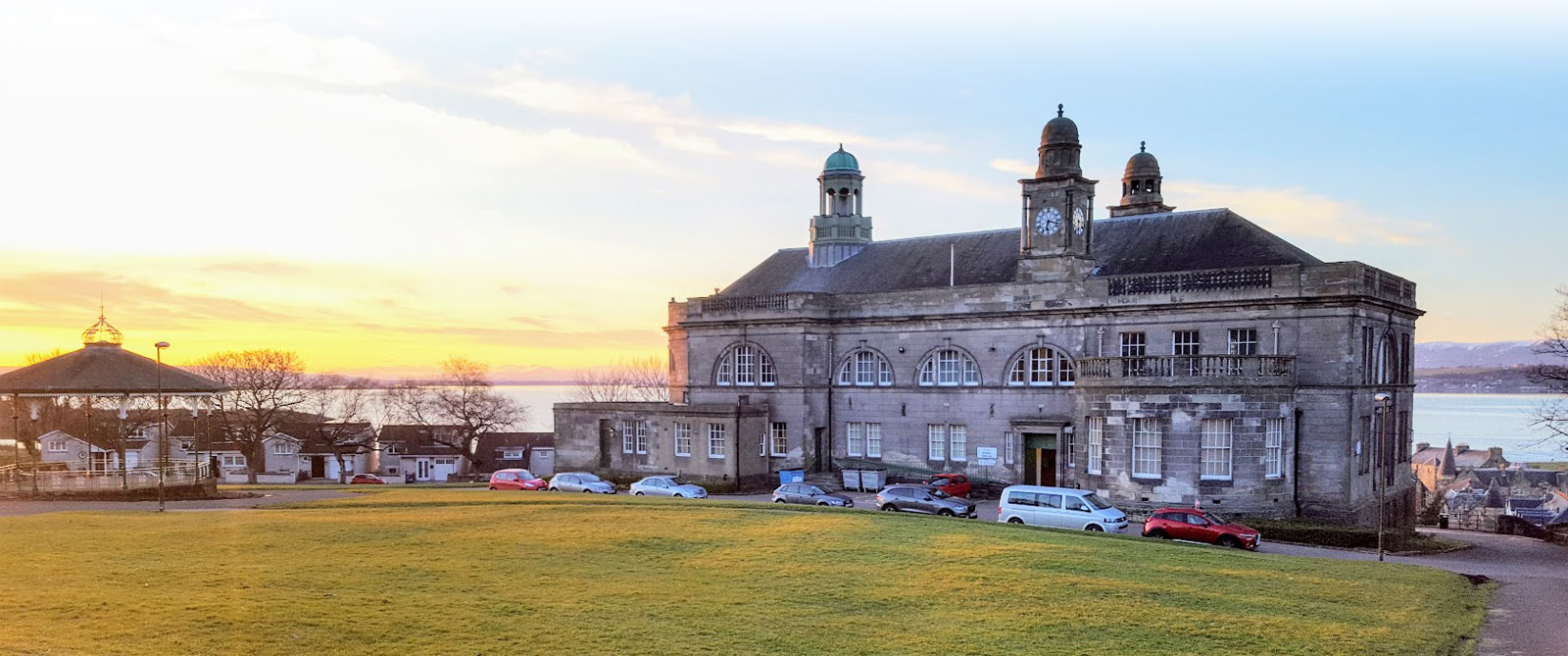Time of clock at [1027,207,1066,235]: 6:17
